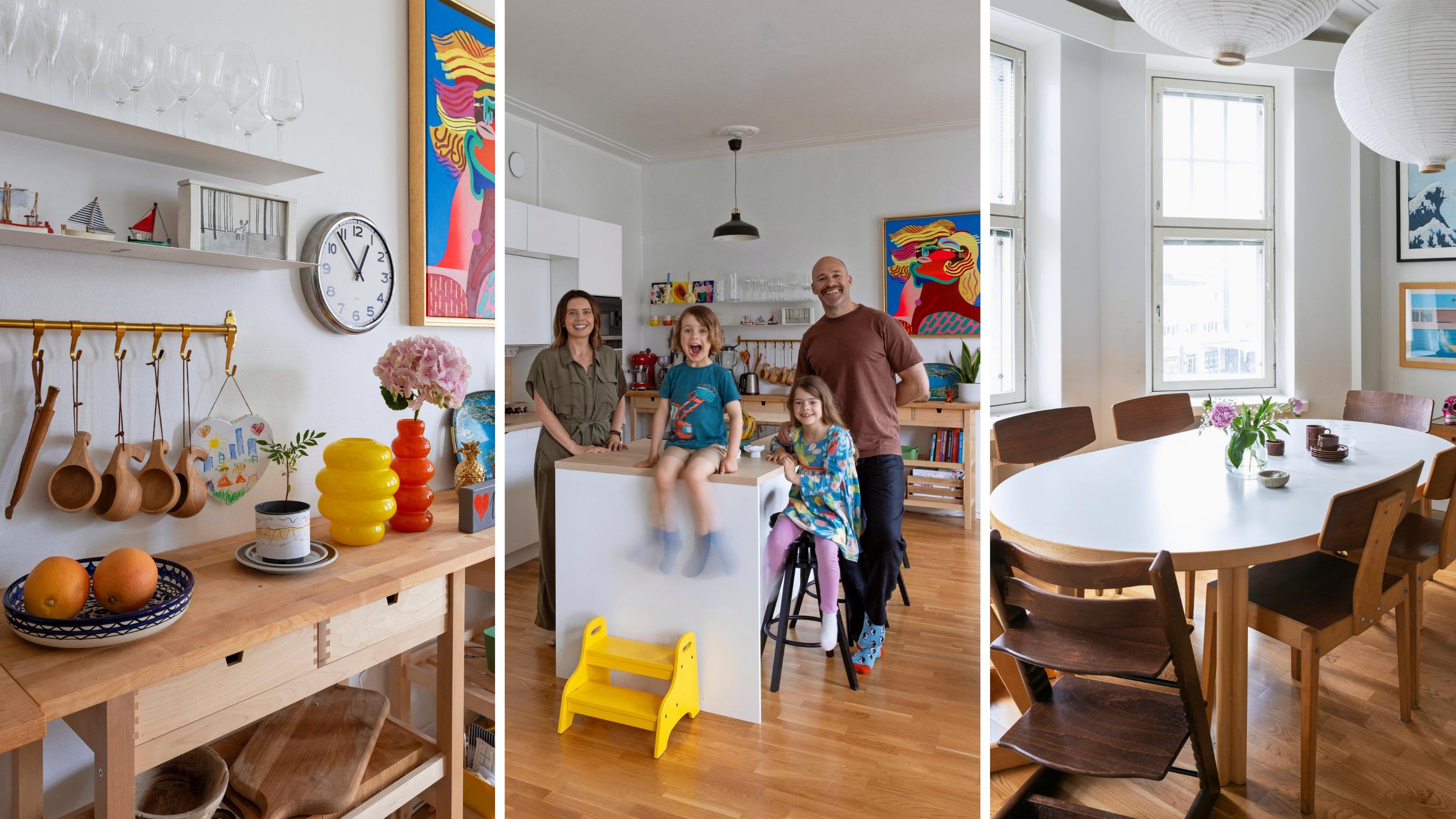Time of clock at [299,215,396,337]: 12:53
